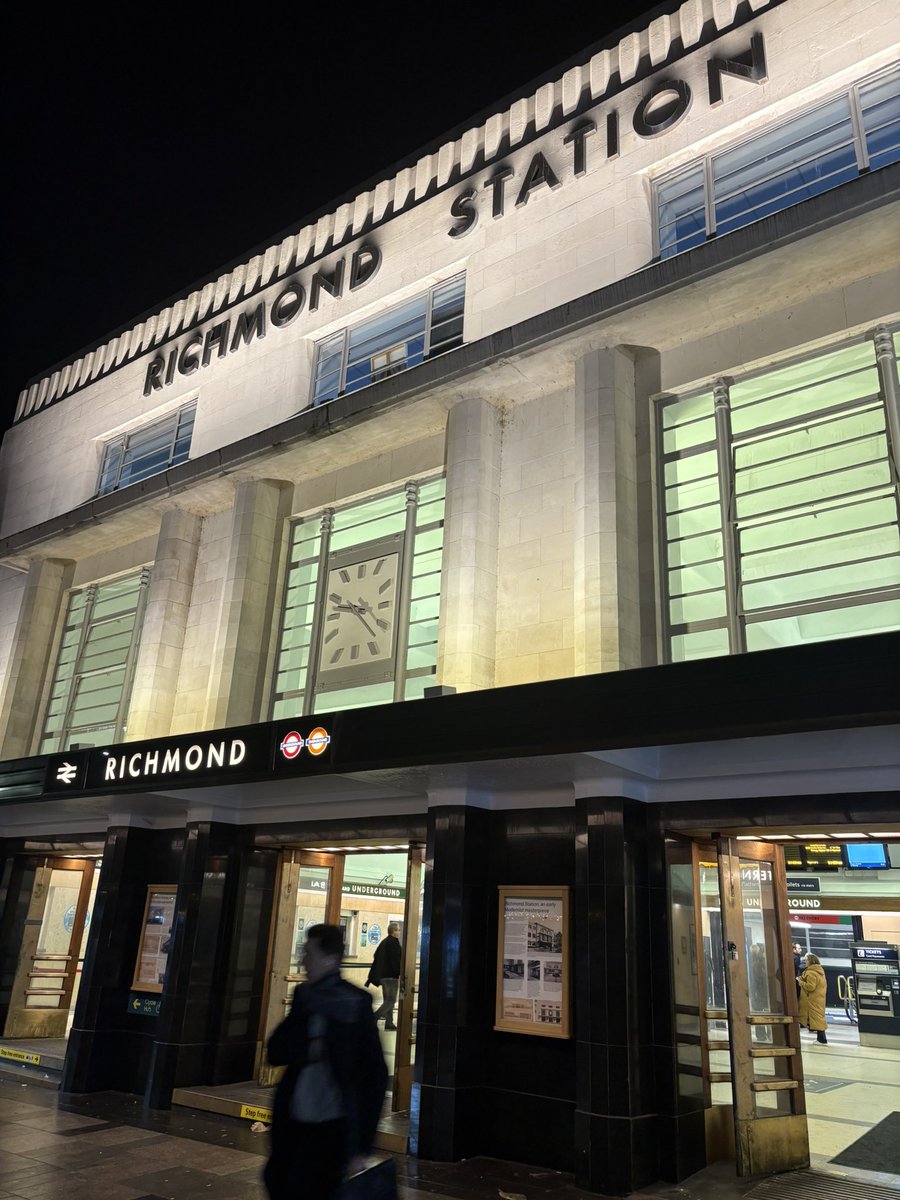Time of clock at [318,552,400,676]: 9:22
